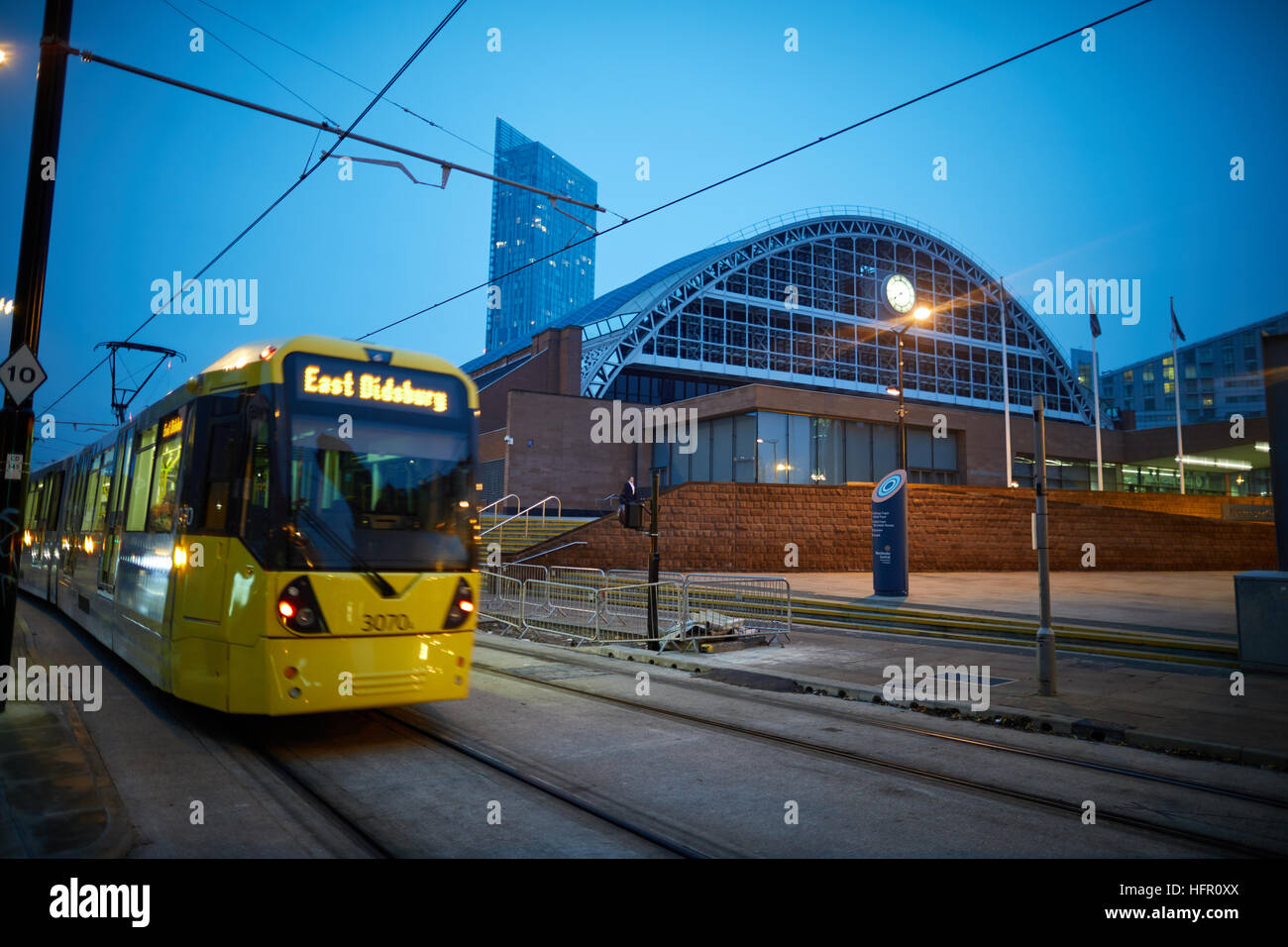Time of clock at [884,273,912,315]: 7:39
